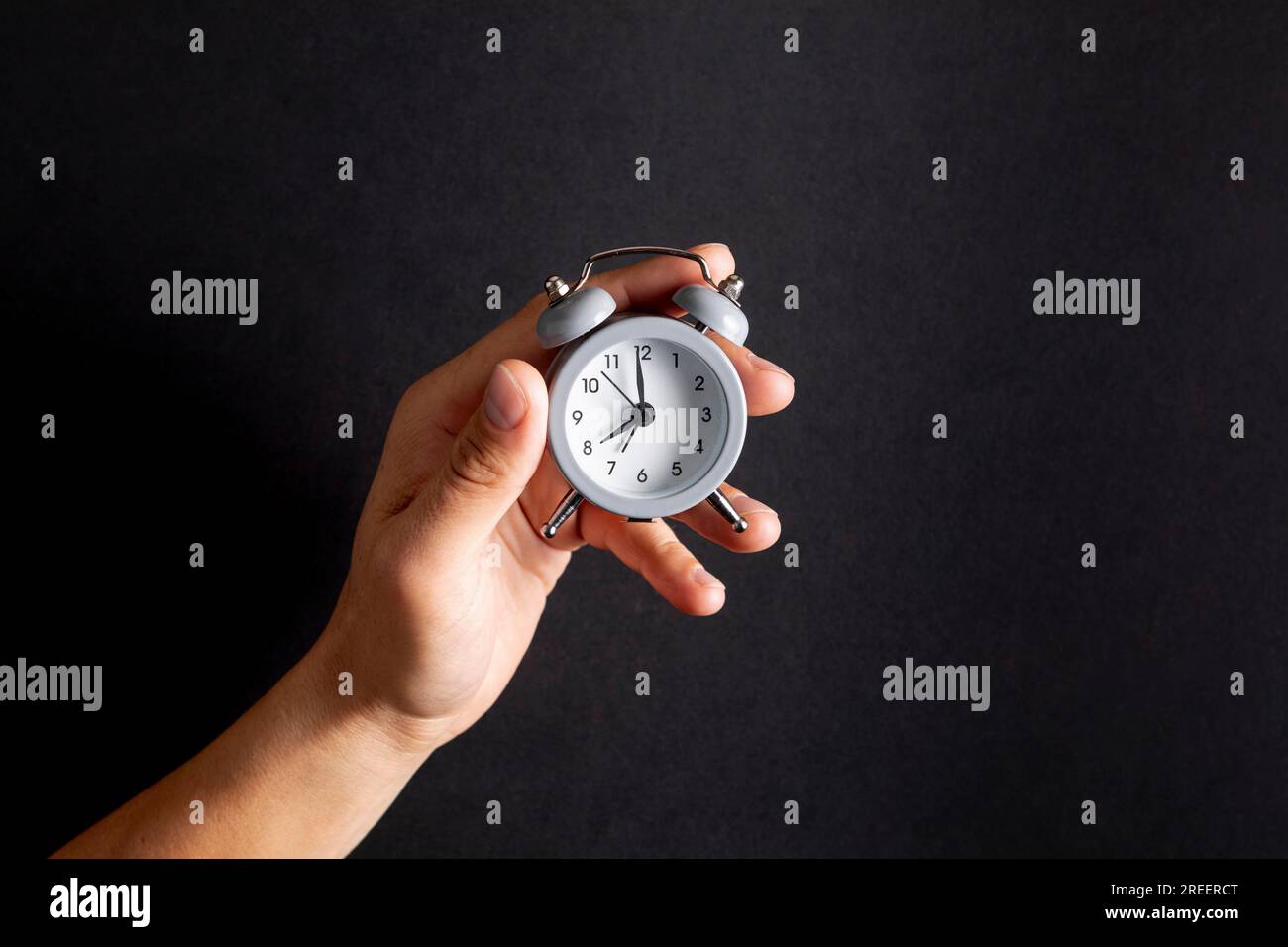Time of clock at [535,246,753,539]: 7:59
